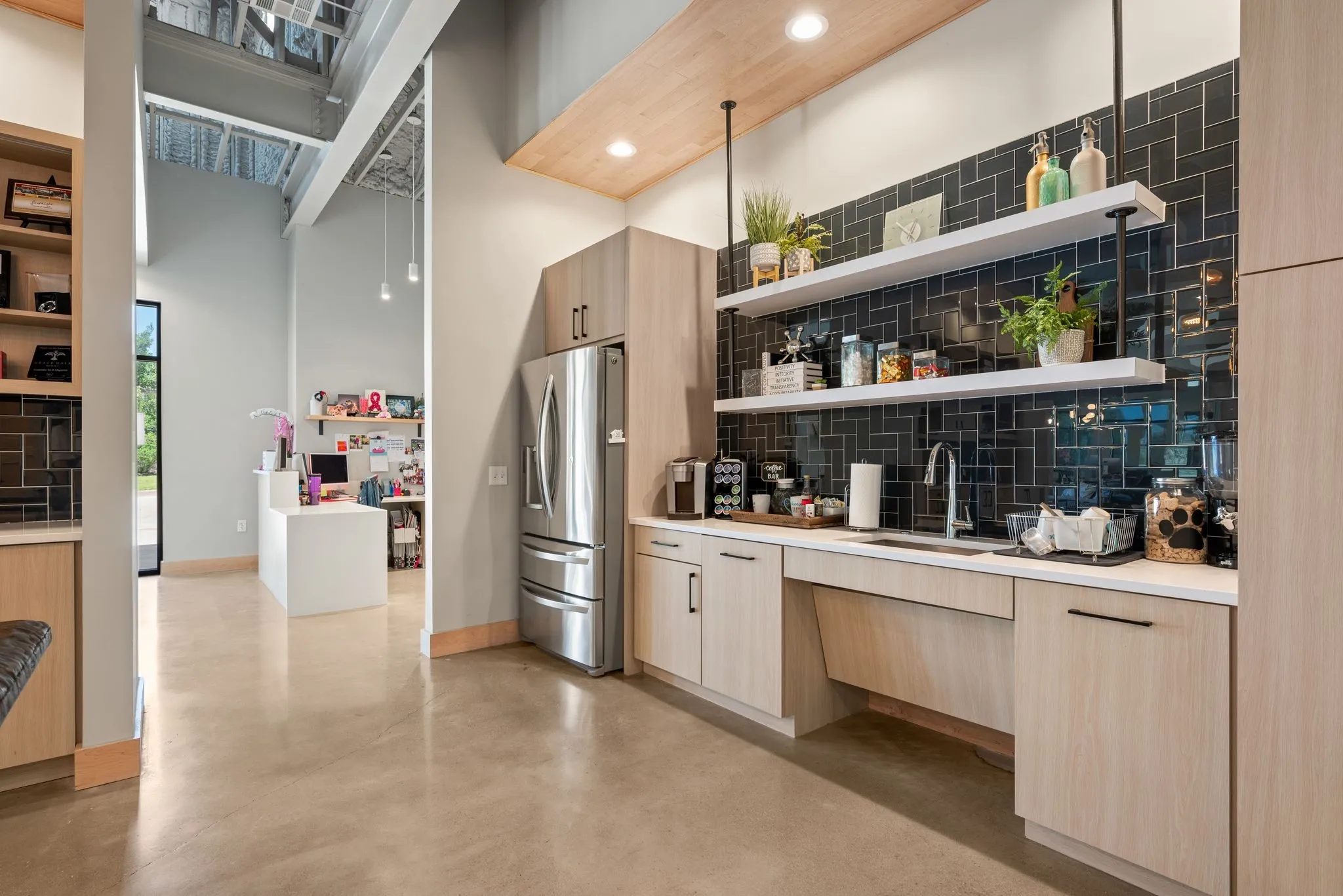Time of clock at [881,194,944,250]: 12:52
